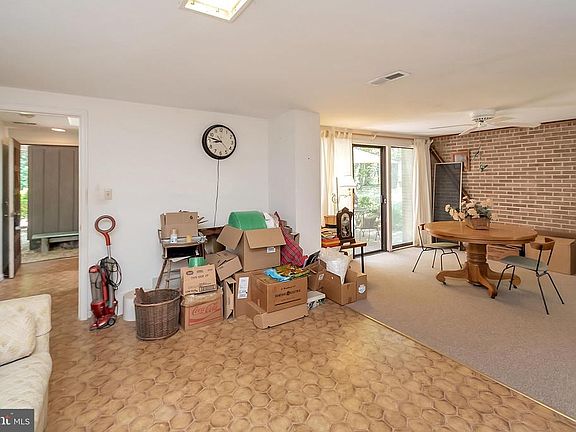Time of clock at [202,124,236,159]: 8:47
